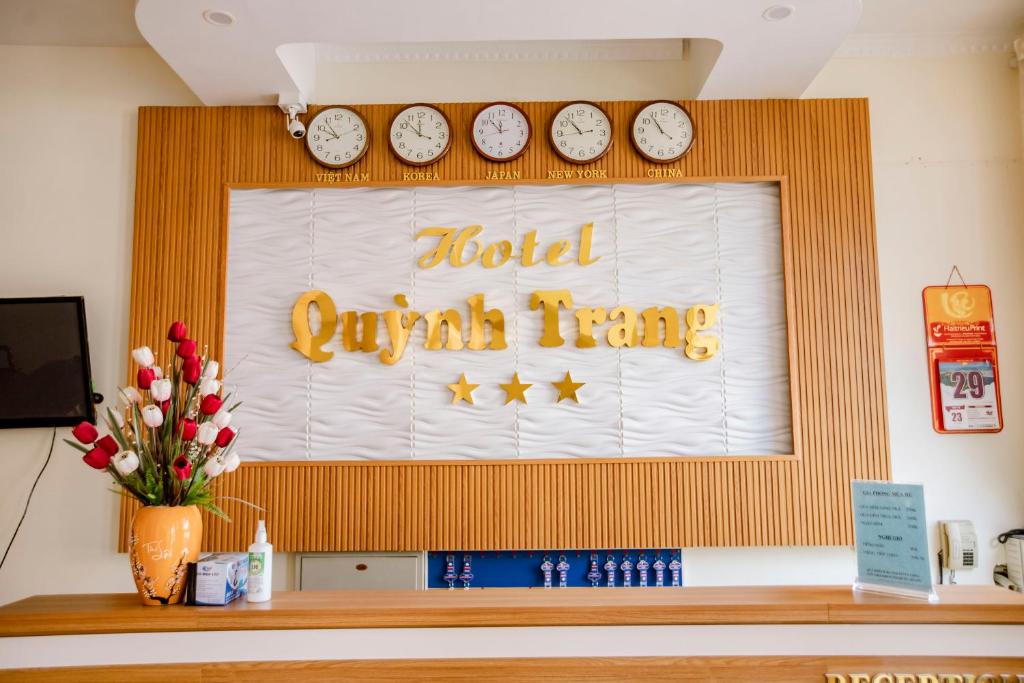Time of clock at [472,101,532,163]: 11:52
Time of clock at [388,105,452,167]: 11:52
